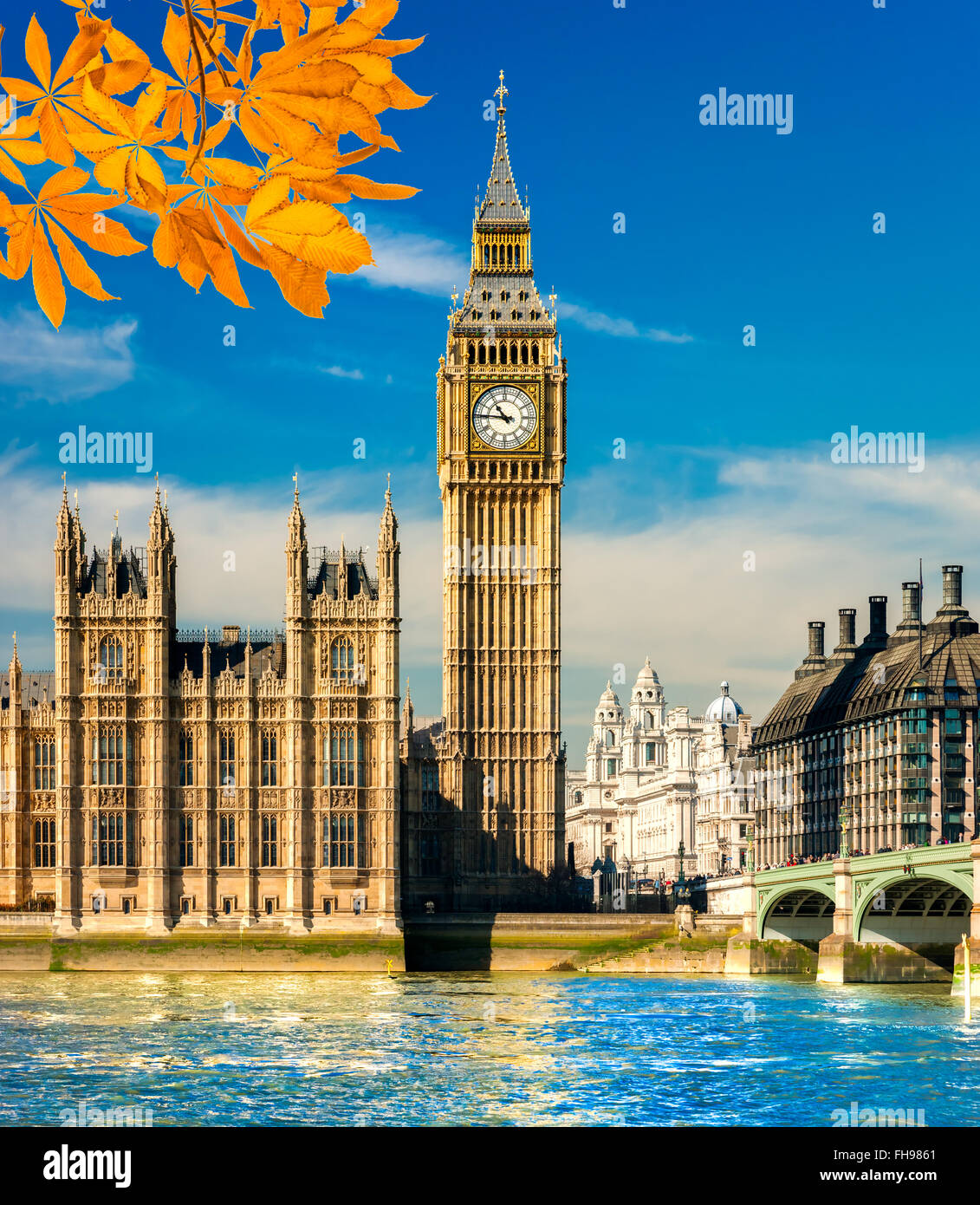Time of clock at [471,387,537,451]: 10:45
